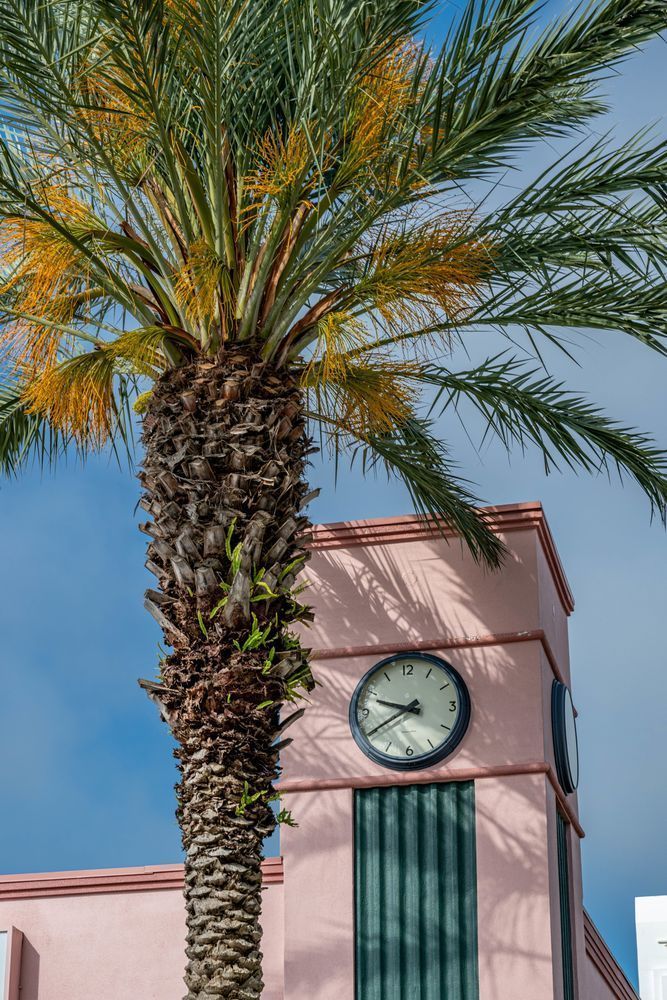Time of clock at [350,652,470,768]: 9:40
